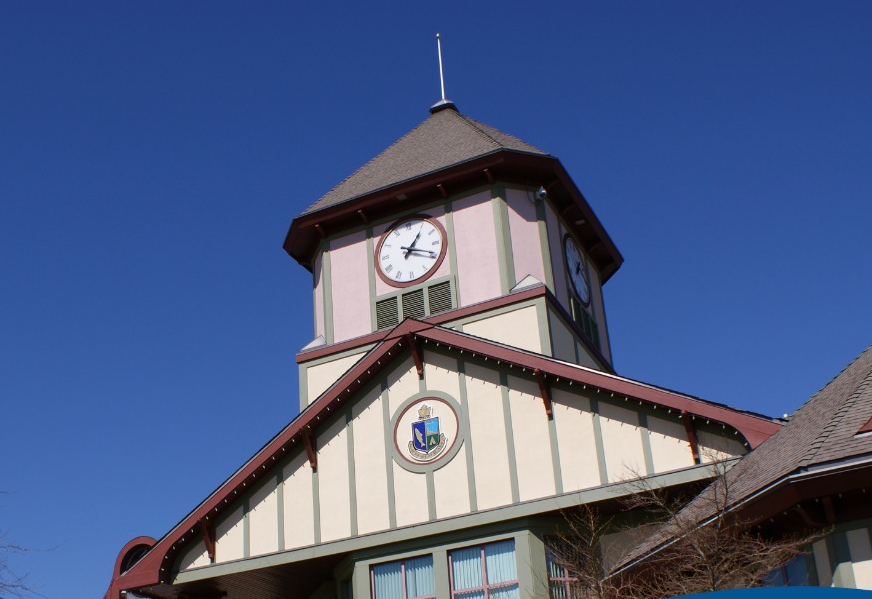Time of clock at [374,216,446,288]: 1:18
